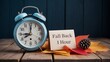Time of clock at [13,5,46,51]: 8:00
